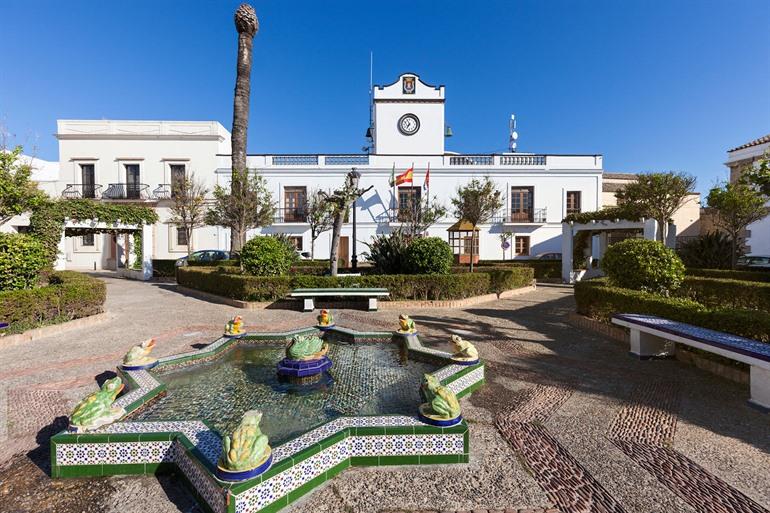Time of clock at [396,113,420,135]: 6:56
